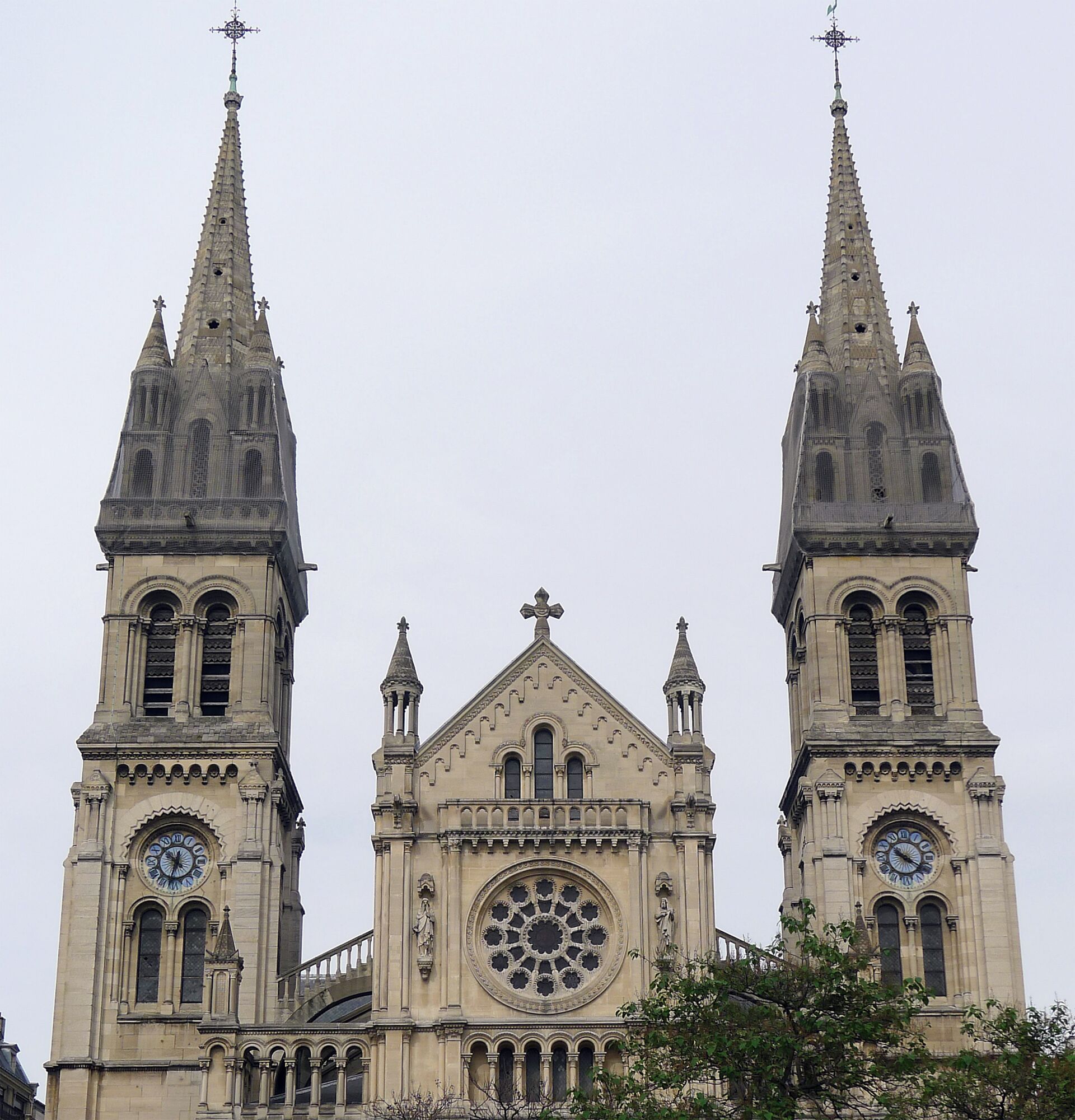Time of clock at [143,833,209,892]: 10:32
